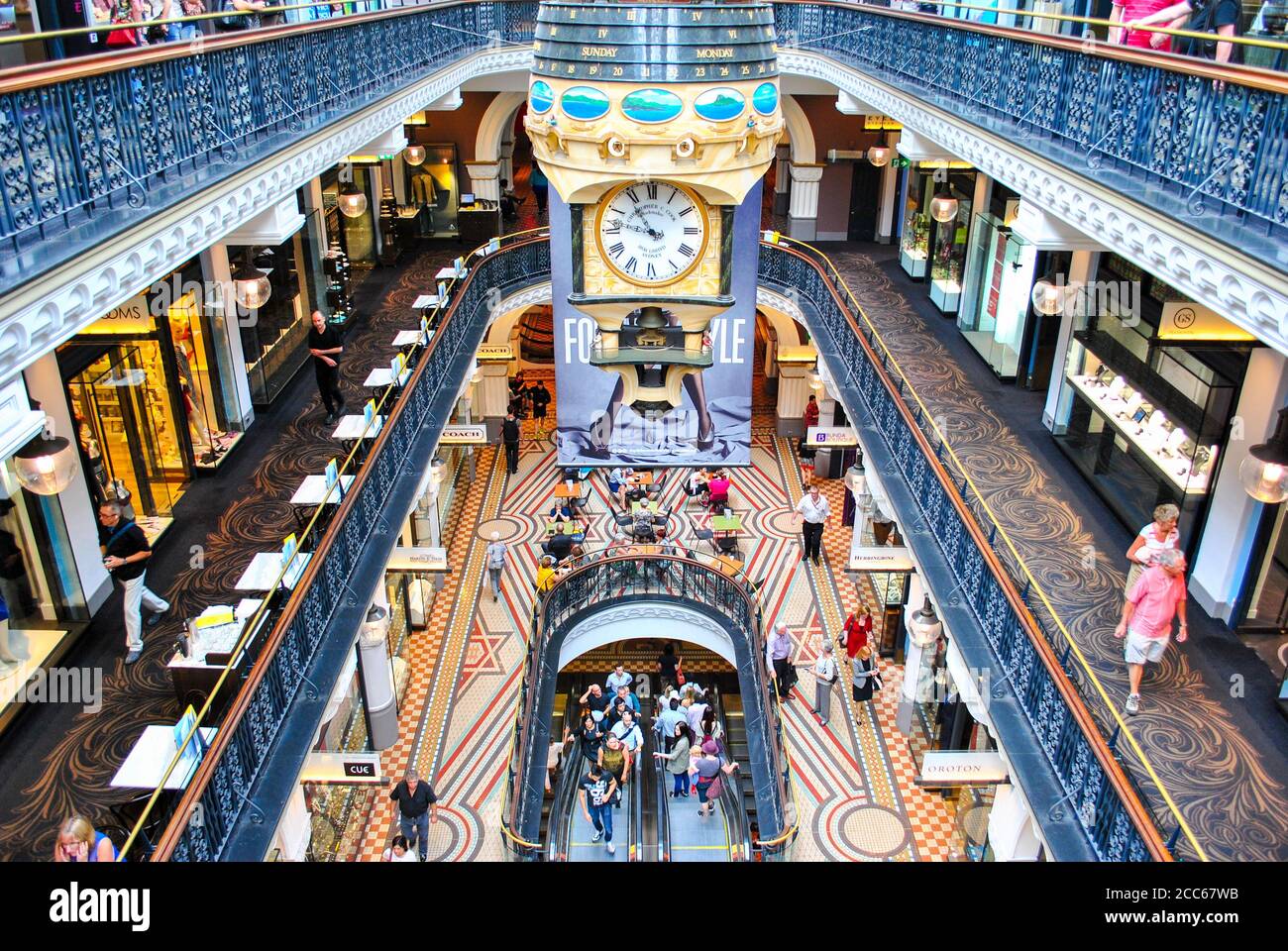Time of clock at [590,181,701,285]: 10:47
